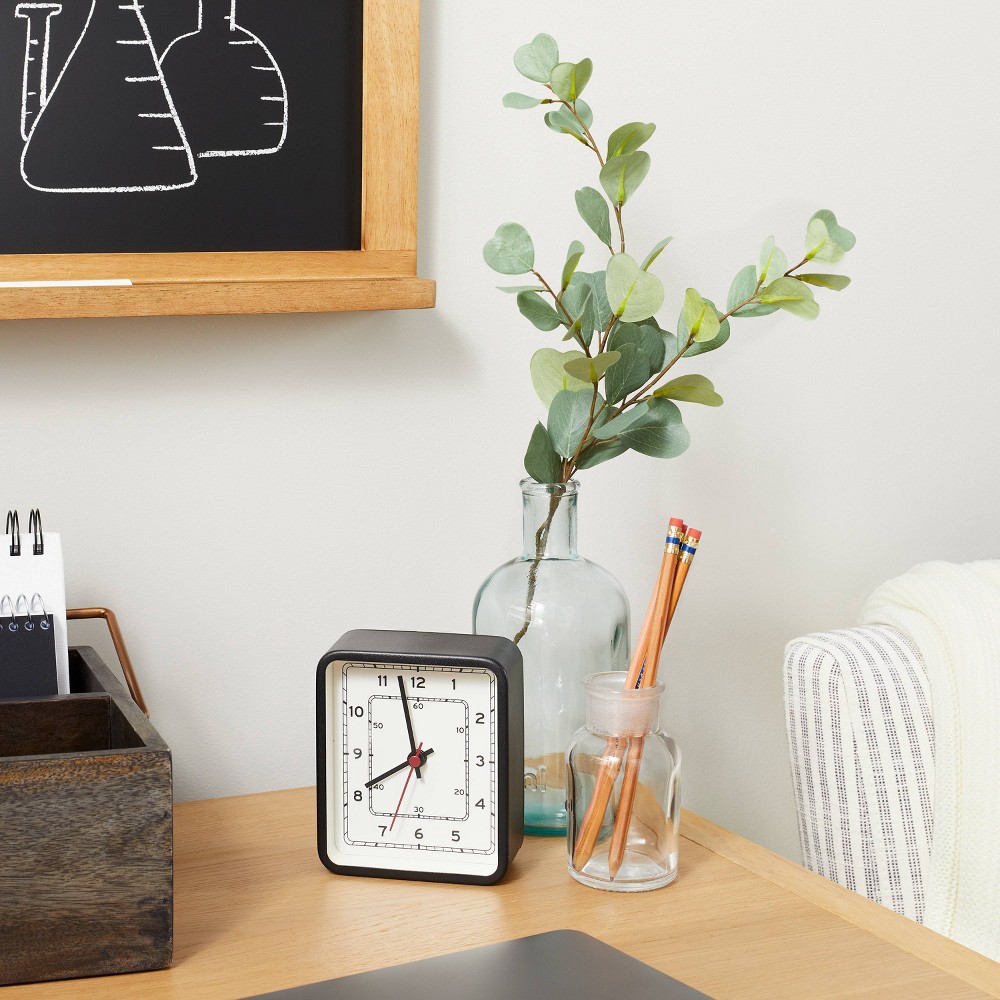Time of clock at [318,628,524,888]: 7:57
